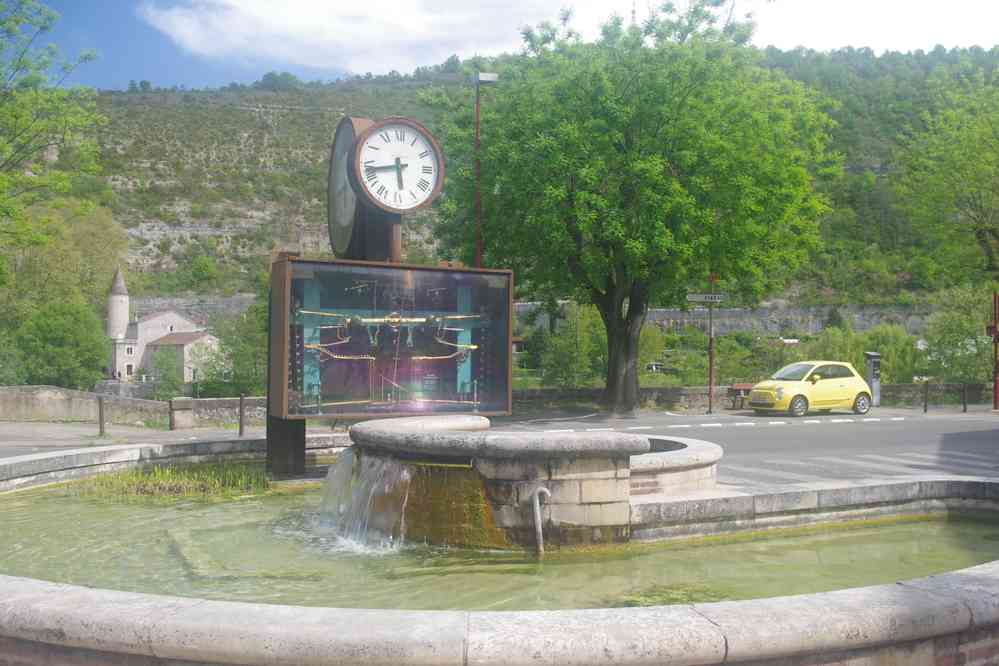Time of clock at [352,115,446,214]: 5:43
